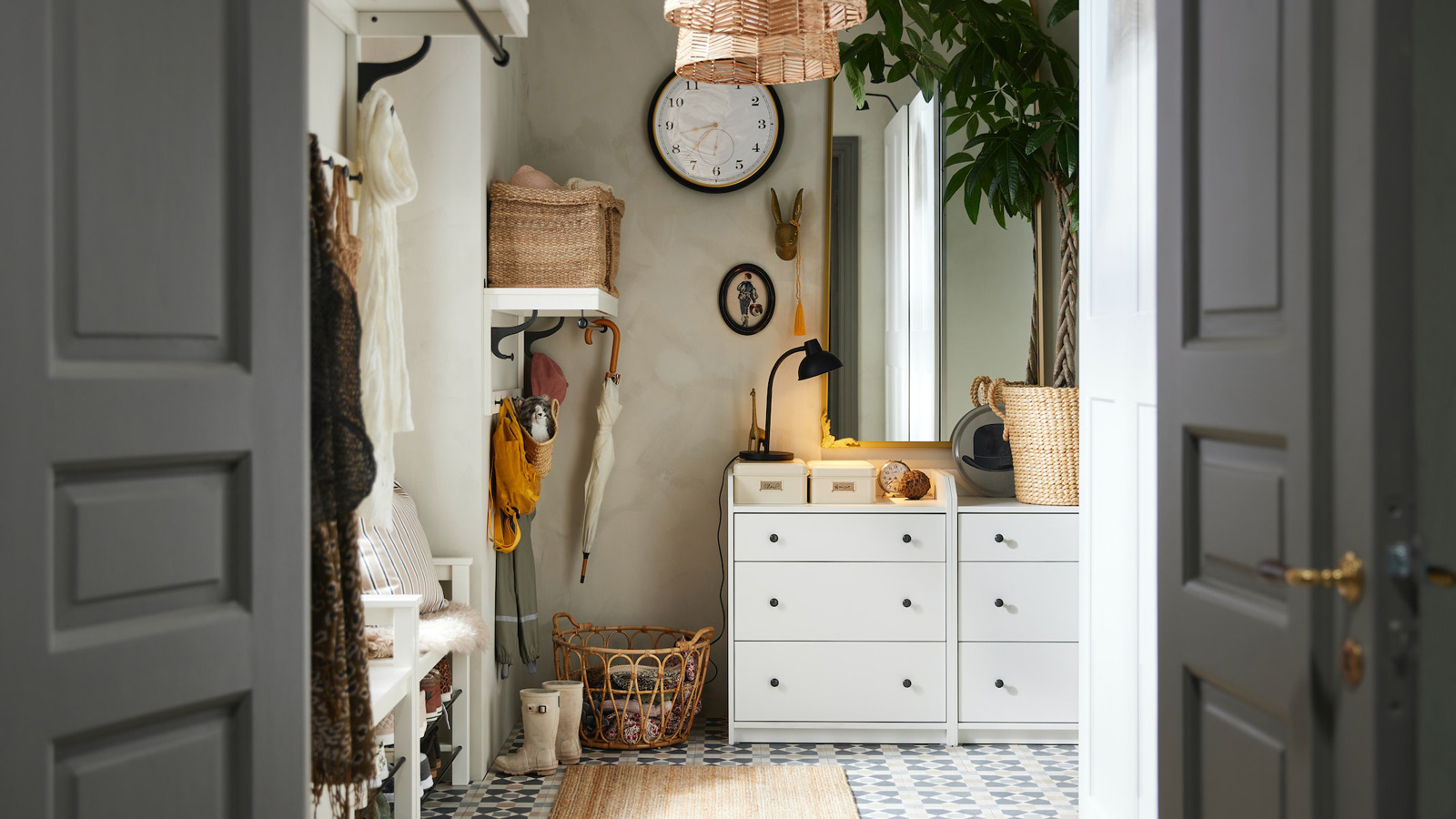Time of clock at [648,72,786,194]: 8:36
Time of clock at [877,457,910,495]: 8:38
